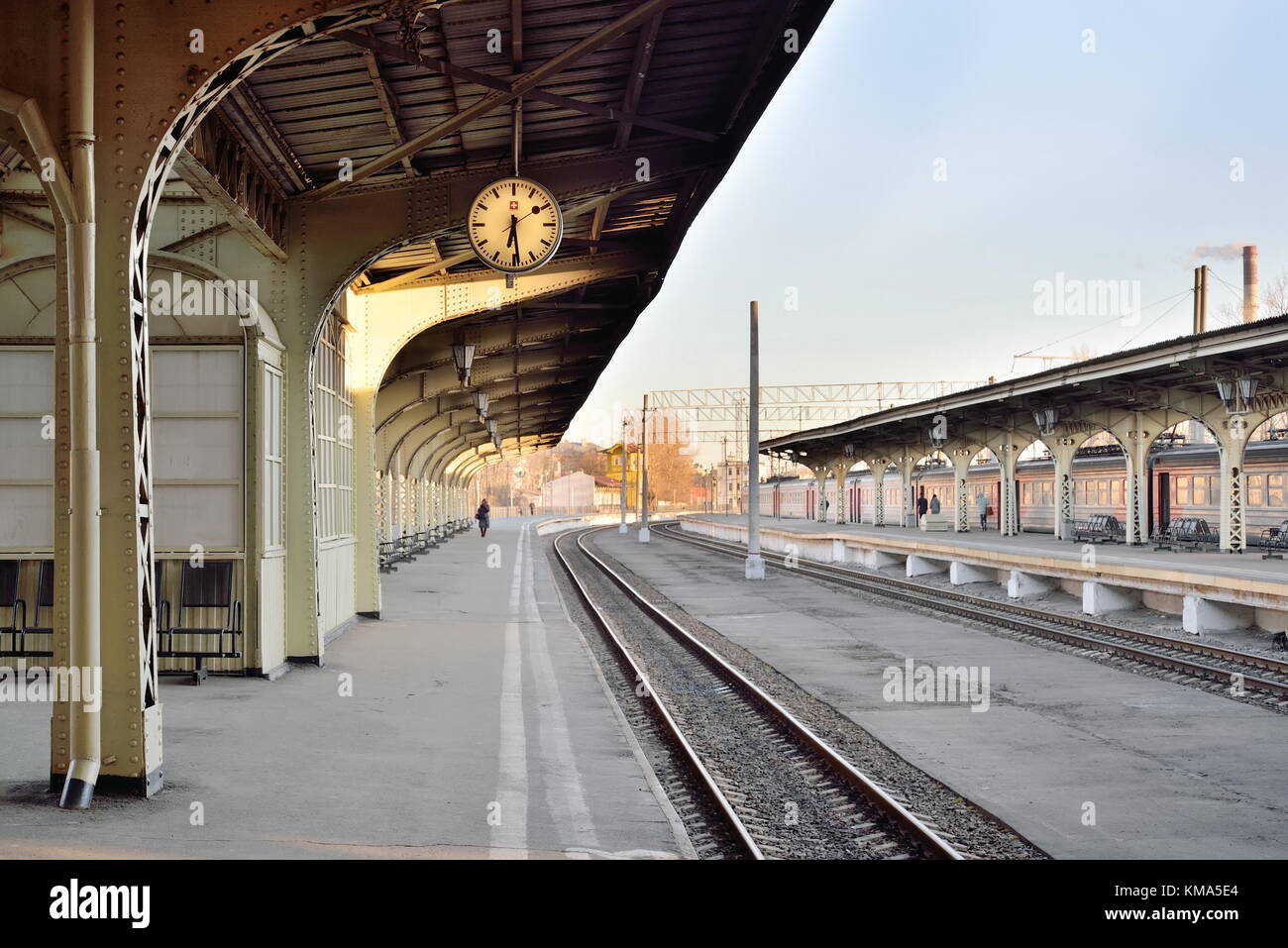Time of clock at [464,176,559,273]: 6:28
